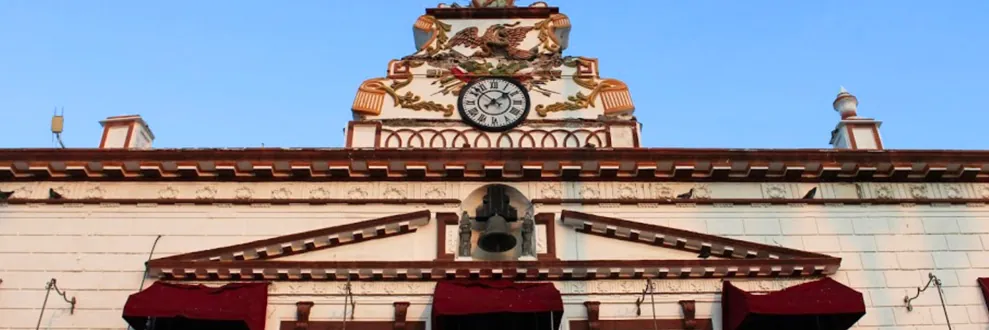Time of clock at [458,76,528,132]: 1:52
